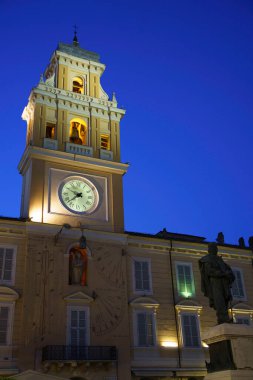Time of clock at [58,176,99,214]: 9:37
